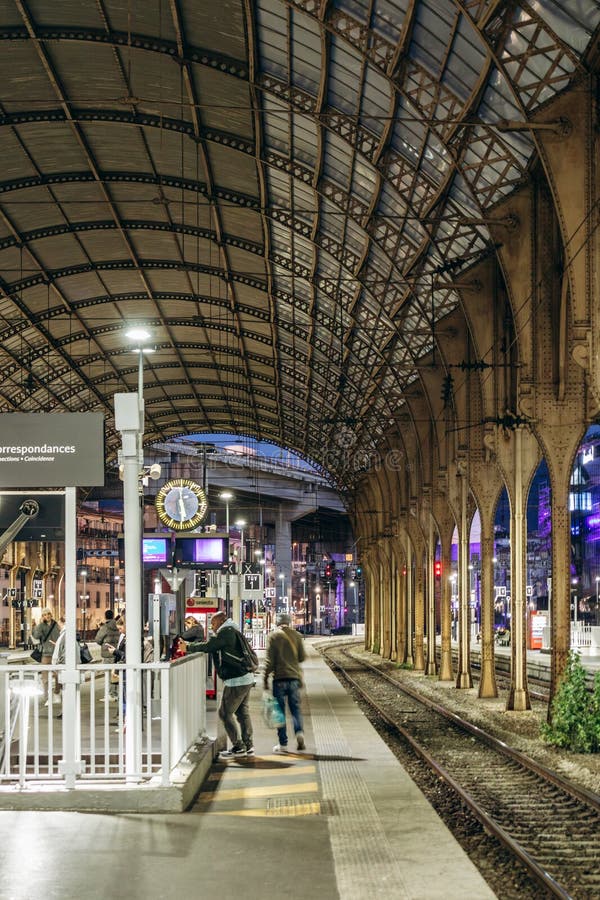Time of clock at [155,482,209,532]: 5:29
